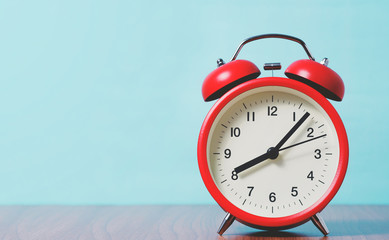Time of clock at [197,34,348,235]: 8:07
